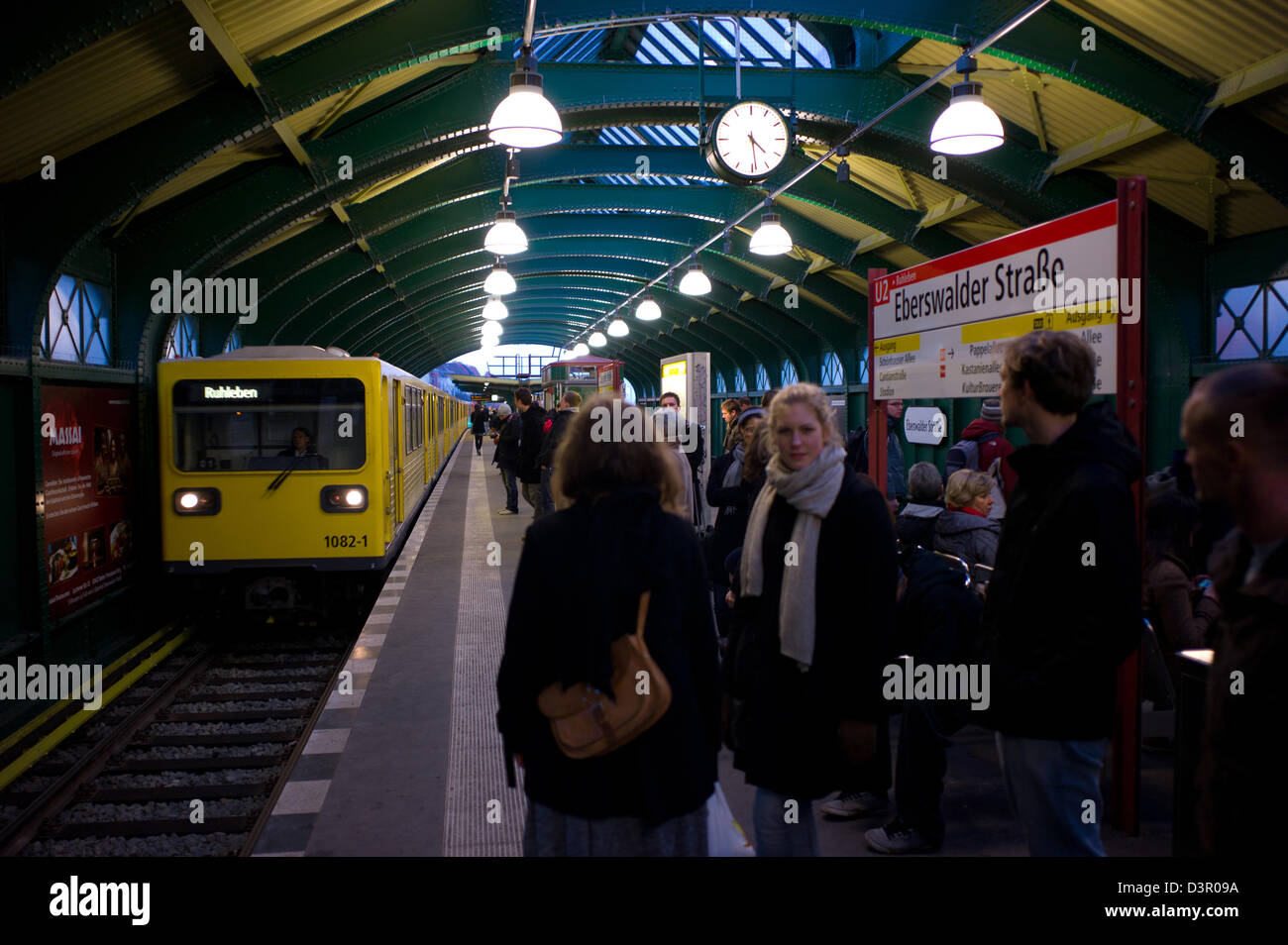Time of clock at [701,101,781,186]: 4:28
